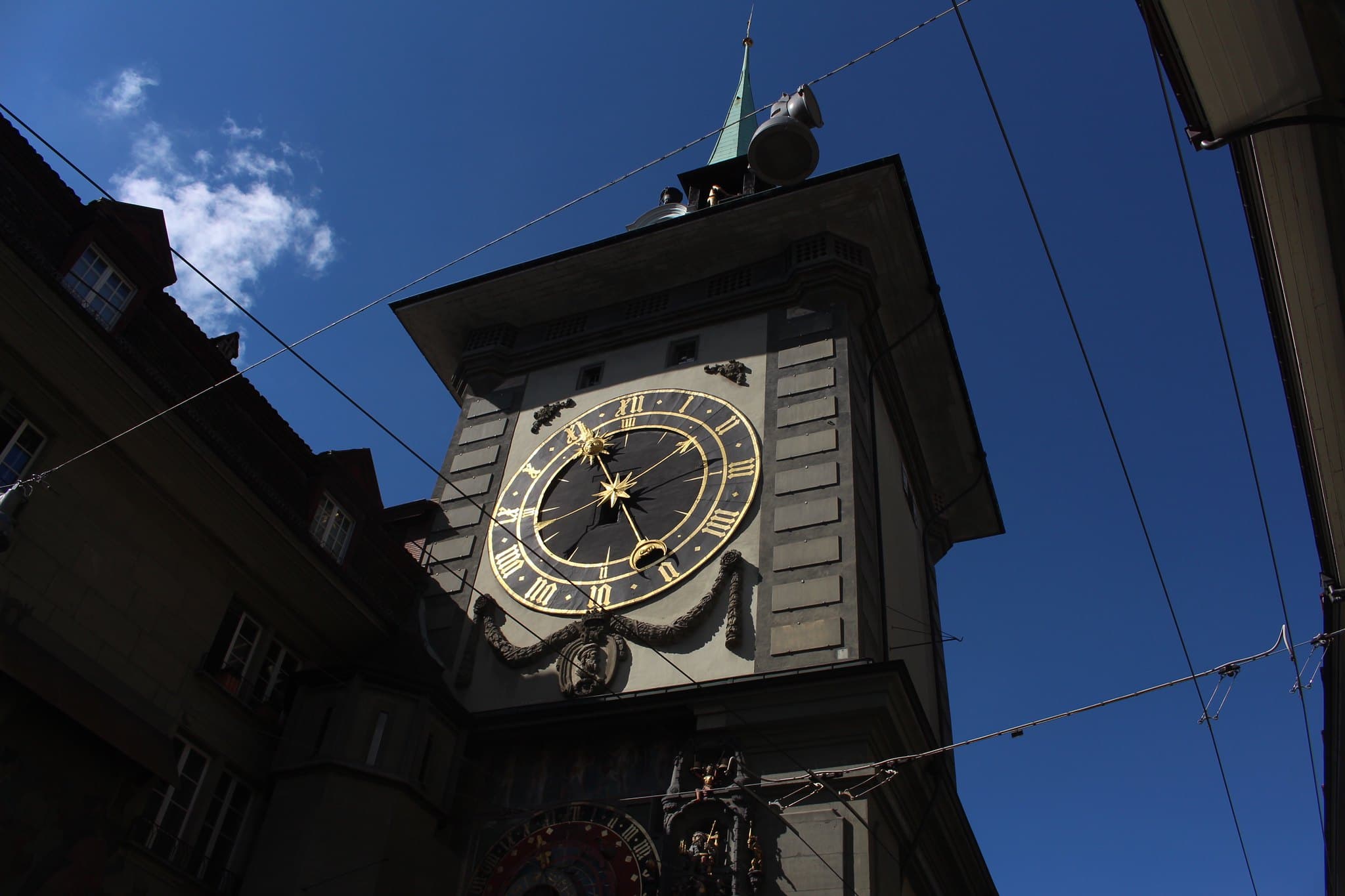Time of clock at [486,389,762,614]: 6:56
